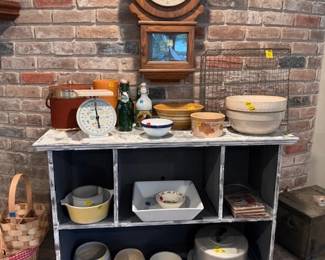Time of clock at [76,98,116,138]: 5:59
